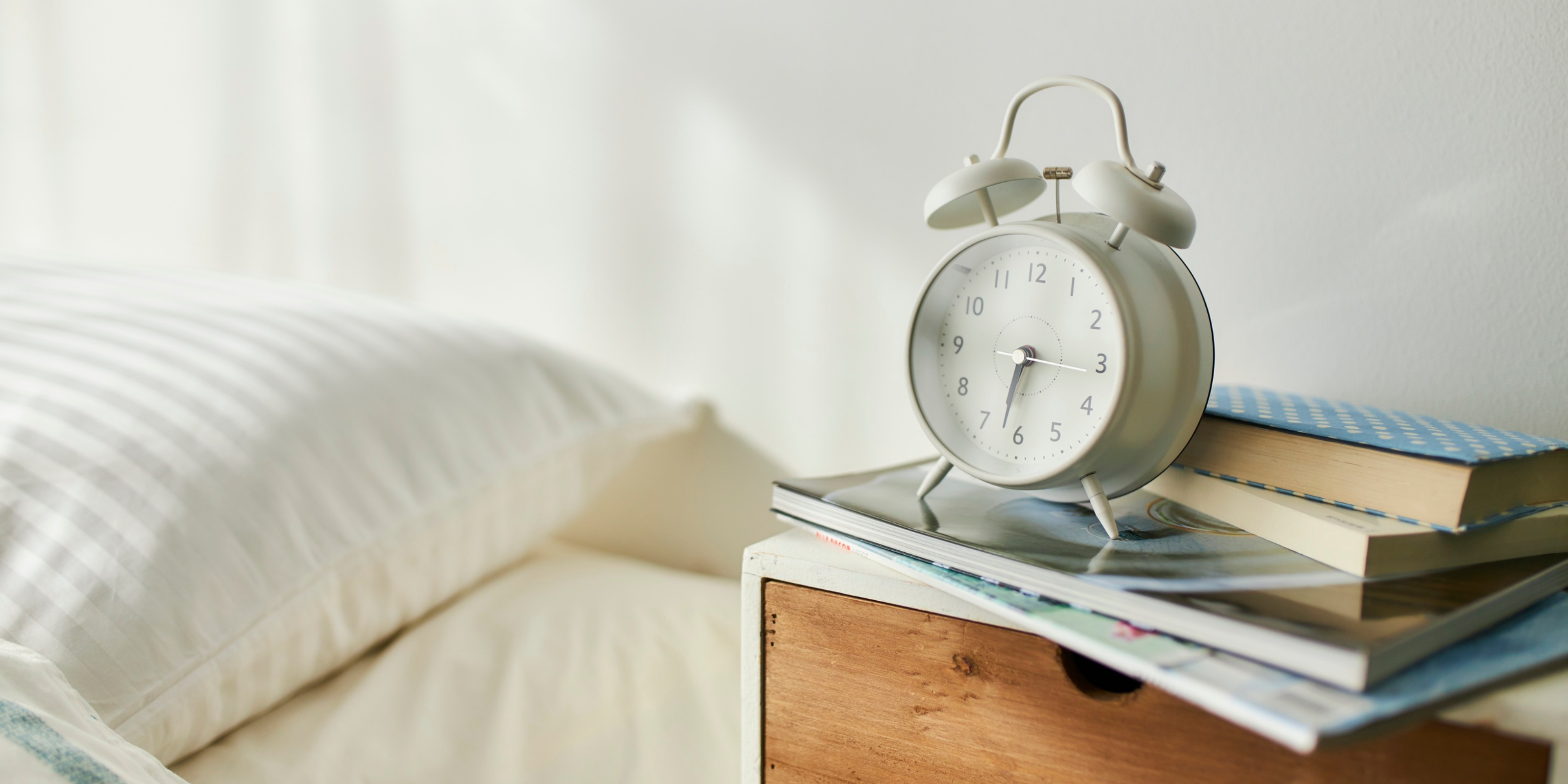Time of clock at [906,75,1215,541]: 6:15
